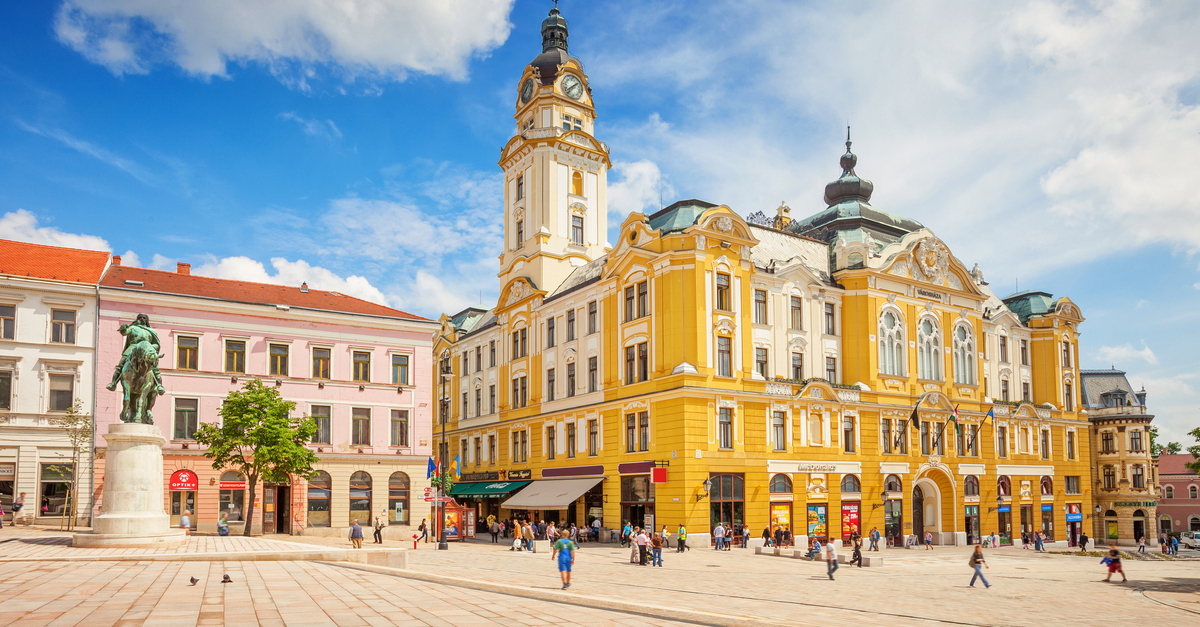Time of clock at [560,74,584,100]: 1:37
